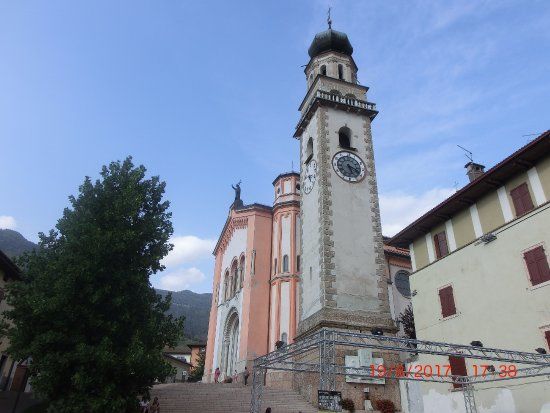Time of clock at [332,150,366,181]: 5:18
